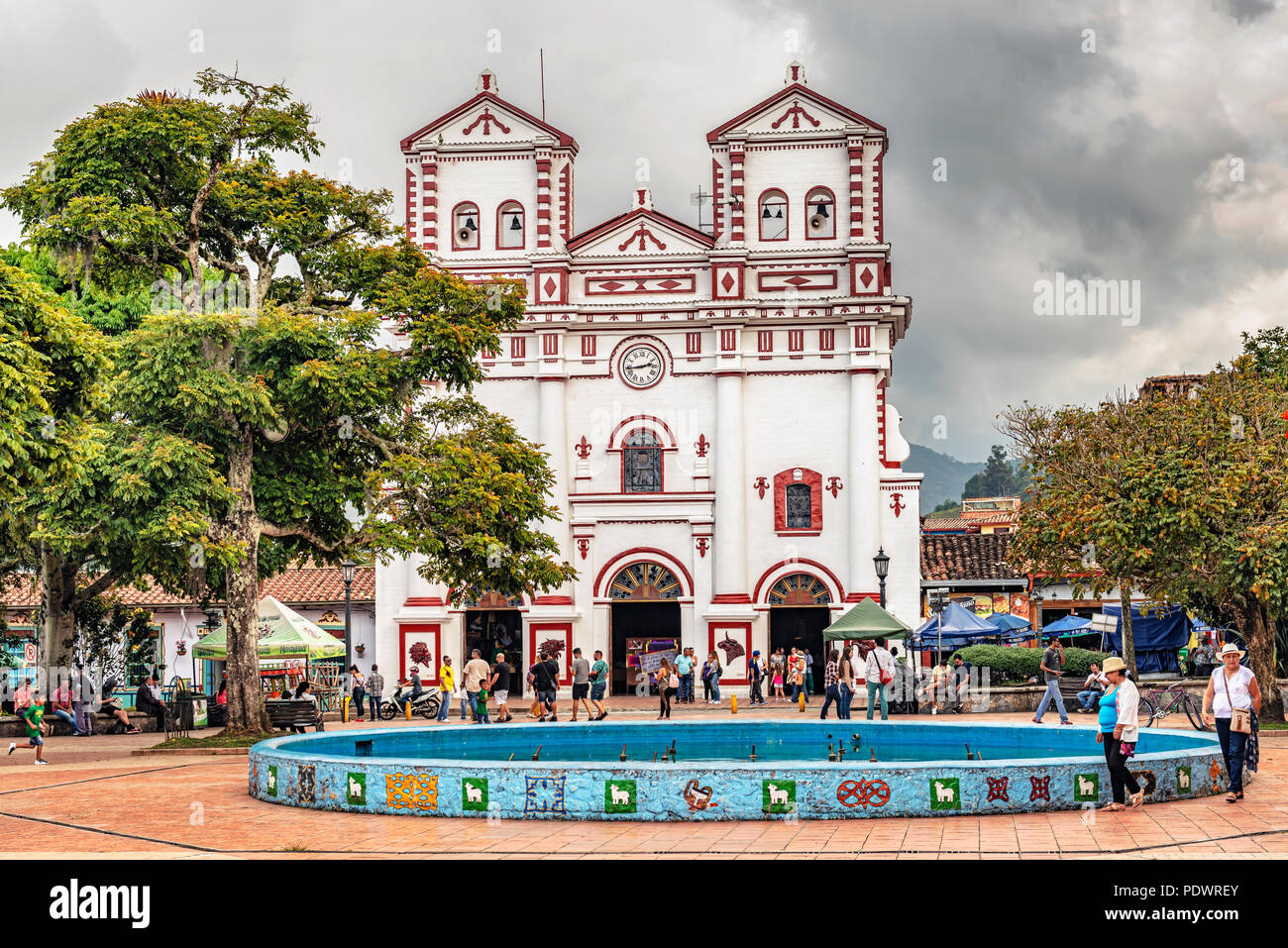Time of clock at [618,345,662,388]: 2:43
